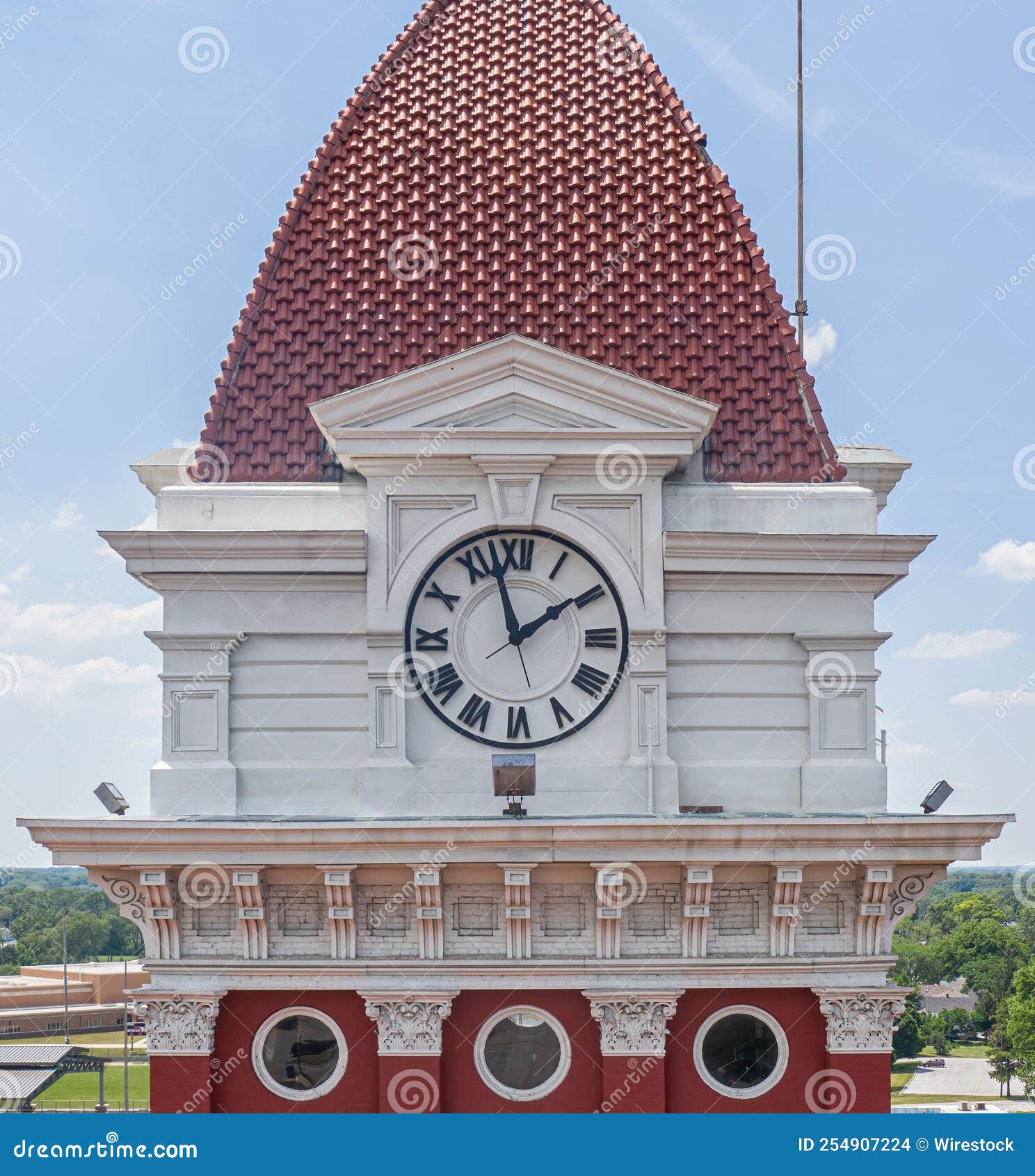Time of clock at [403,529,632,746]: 1:57
